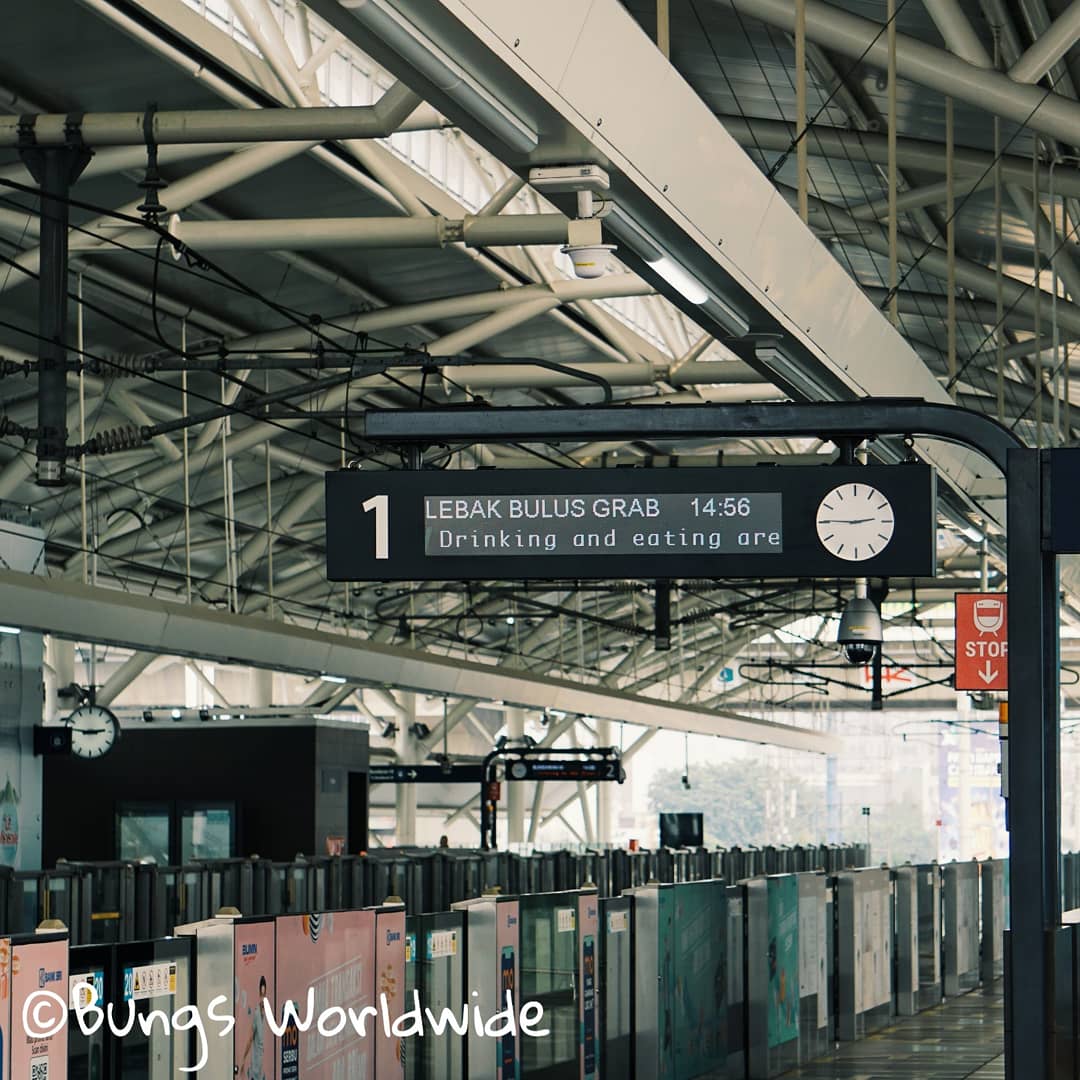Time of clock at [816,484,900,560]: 2:45
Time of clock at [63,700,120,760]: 2:46
